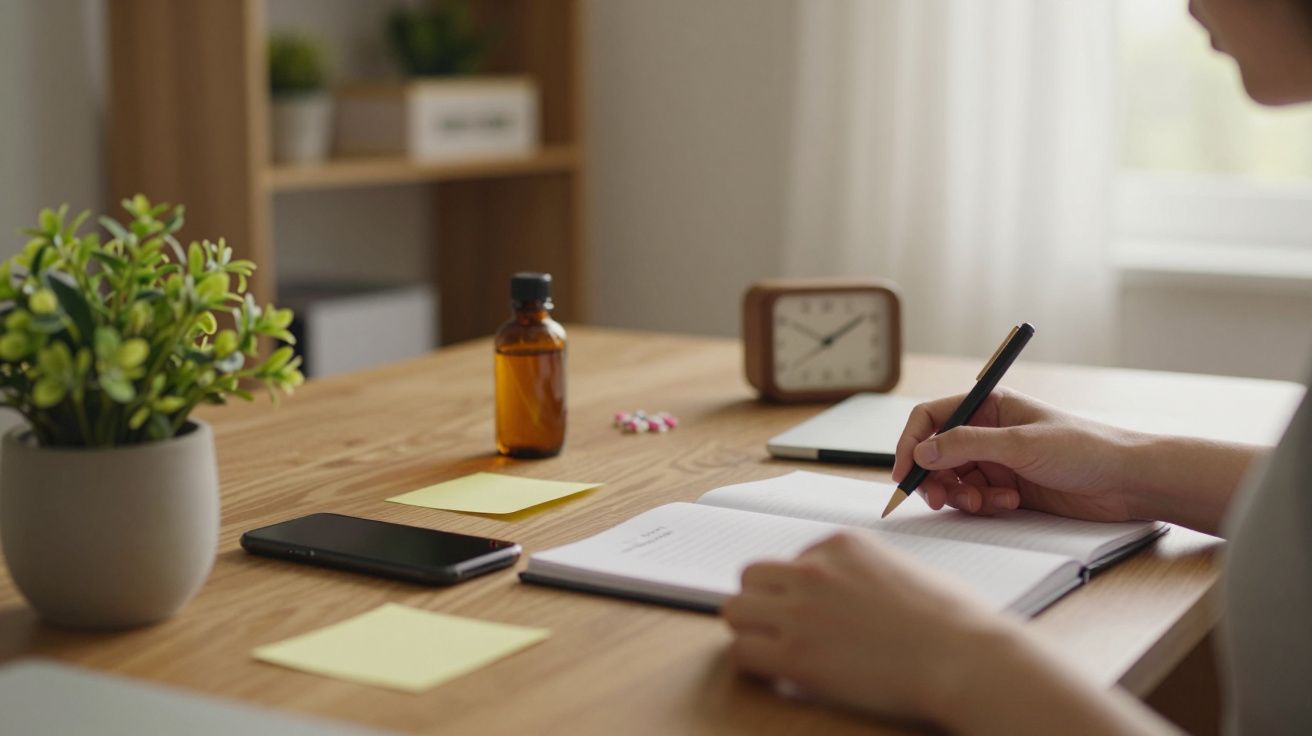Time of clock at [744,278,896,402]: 10:08
